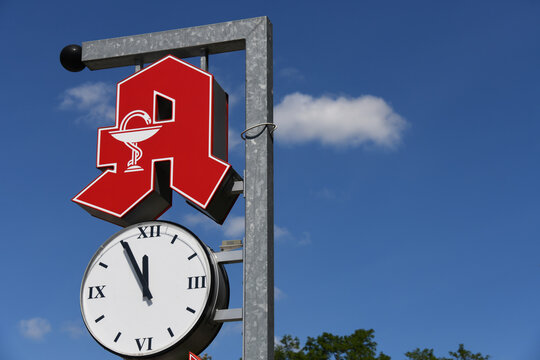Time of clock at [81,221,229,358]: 11:55
